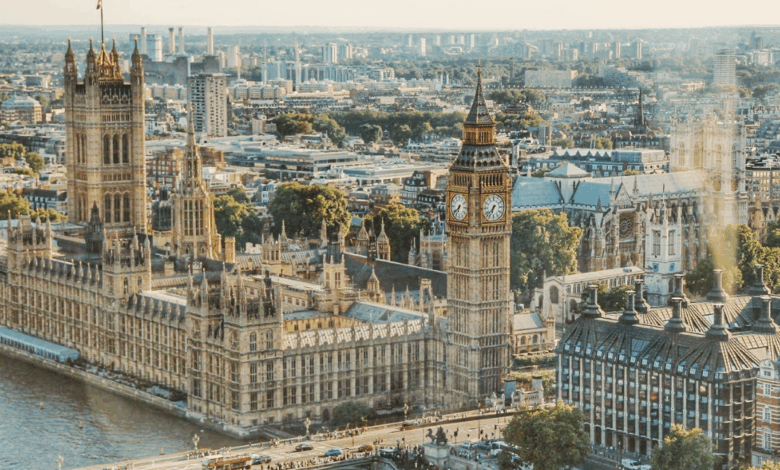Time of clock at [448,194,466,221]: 6:38
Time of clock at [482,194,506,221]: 6:37
